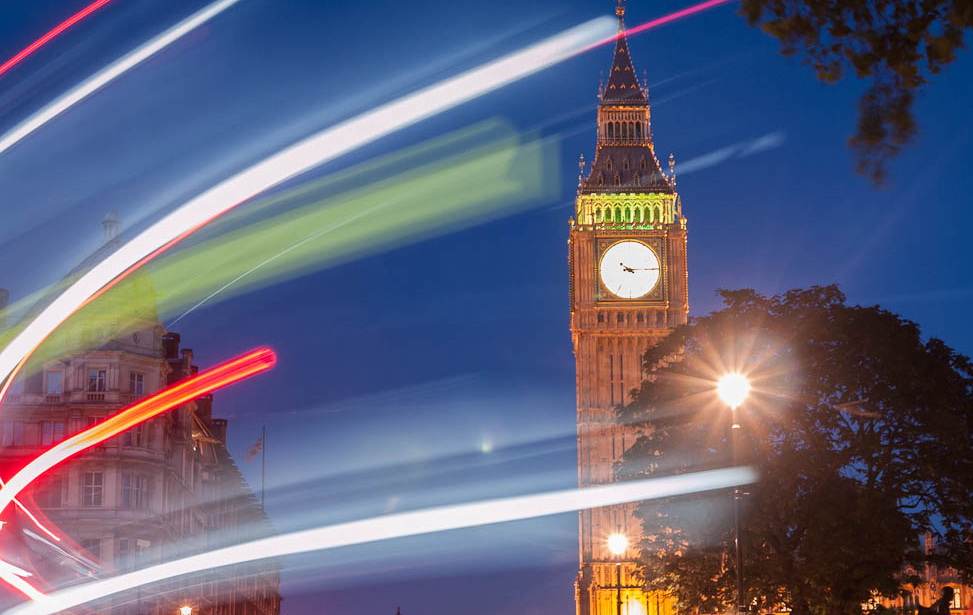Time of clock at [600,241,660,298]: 4:14
